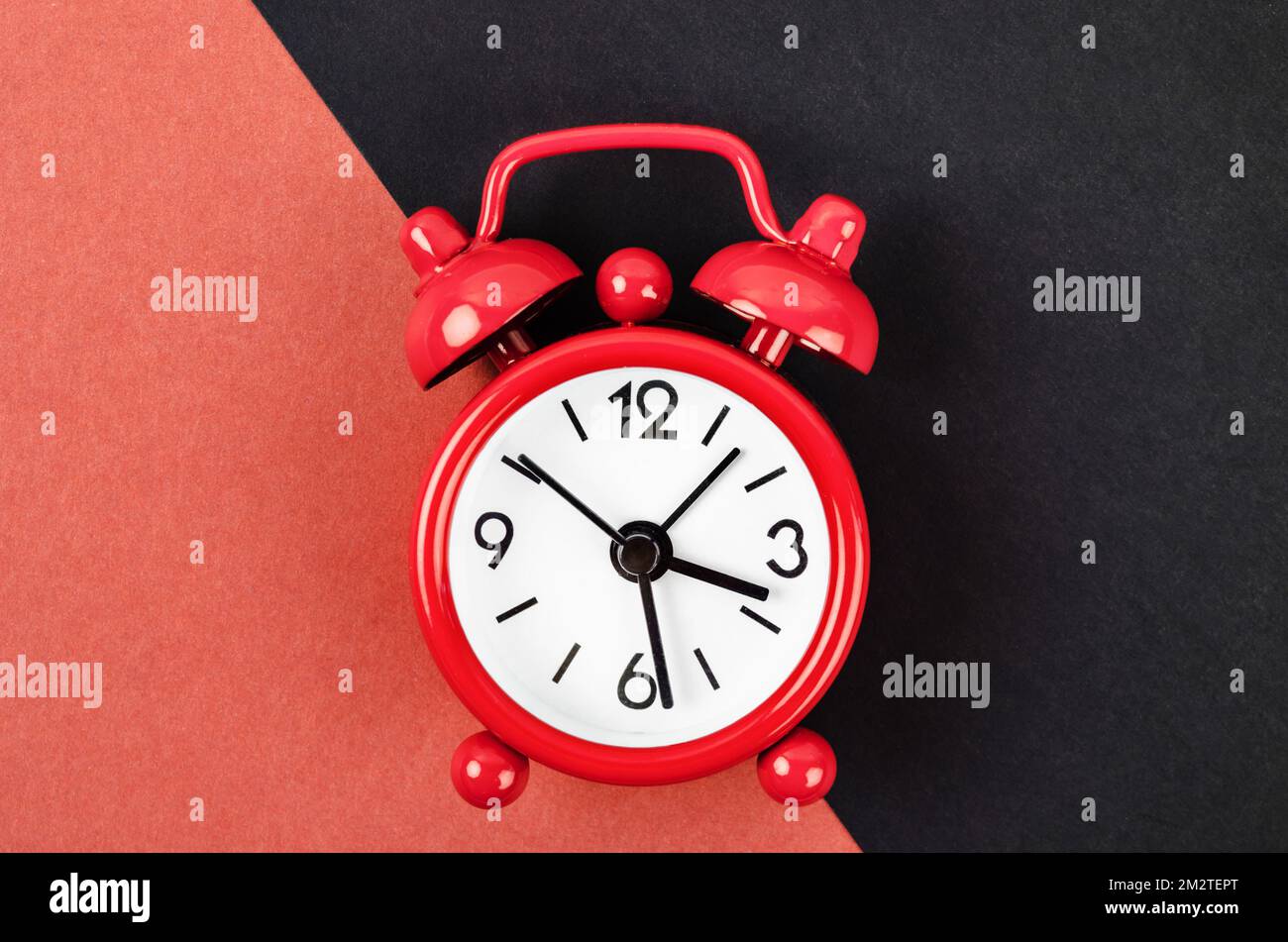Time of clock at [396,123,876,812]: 3:28
